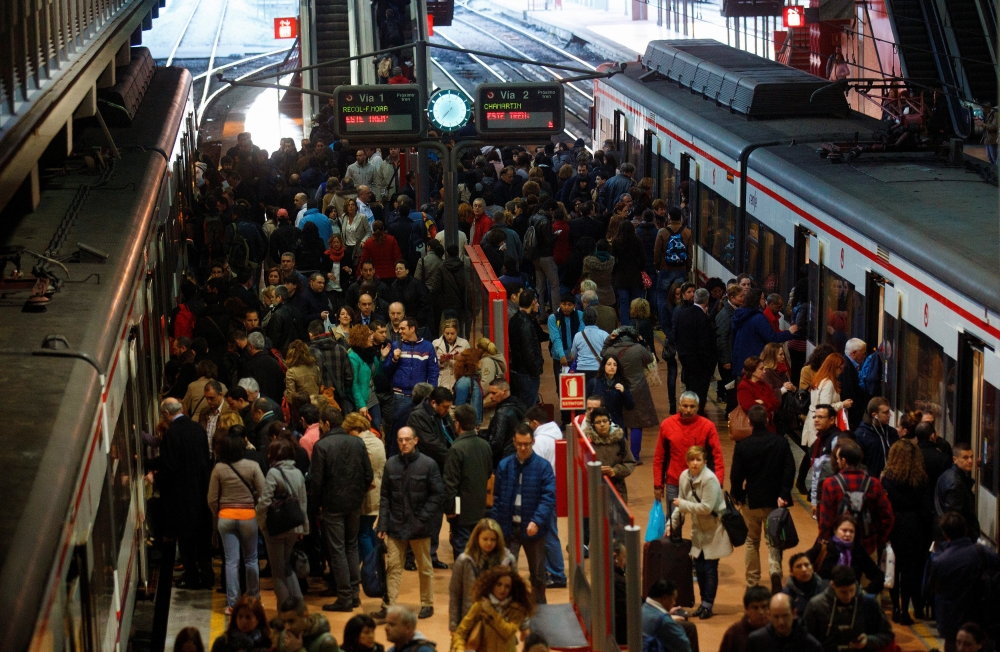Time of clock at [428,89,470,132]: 7:37
